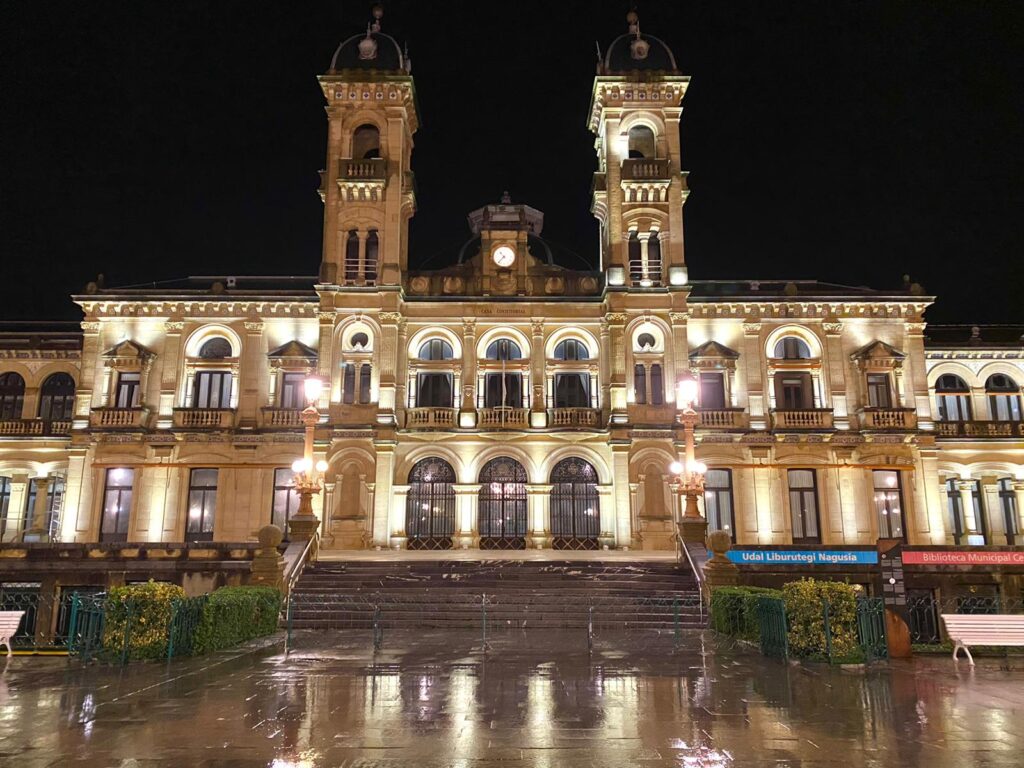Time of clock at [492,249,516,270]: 10:37
